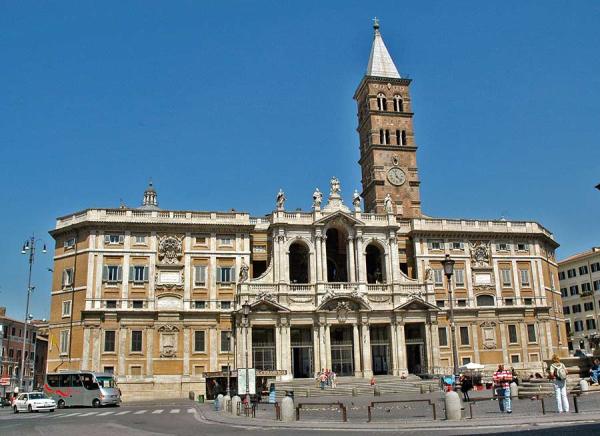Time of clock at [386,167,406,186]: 11:22
